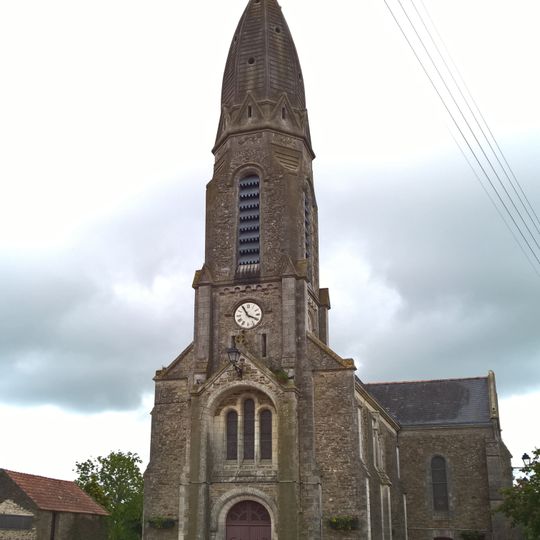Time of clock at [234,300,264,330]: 3:55
